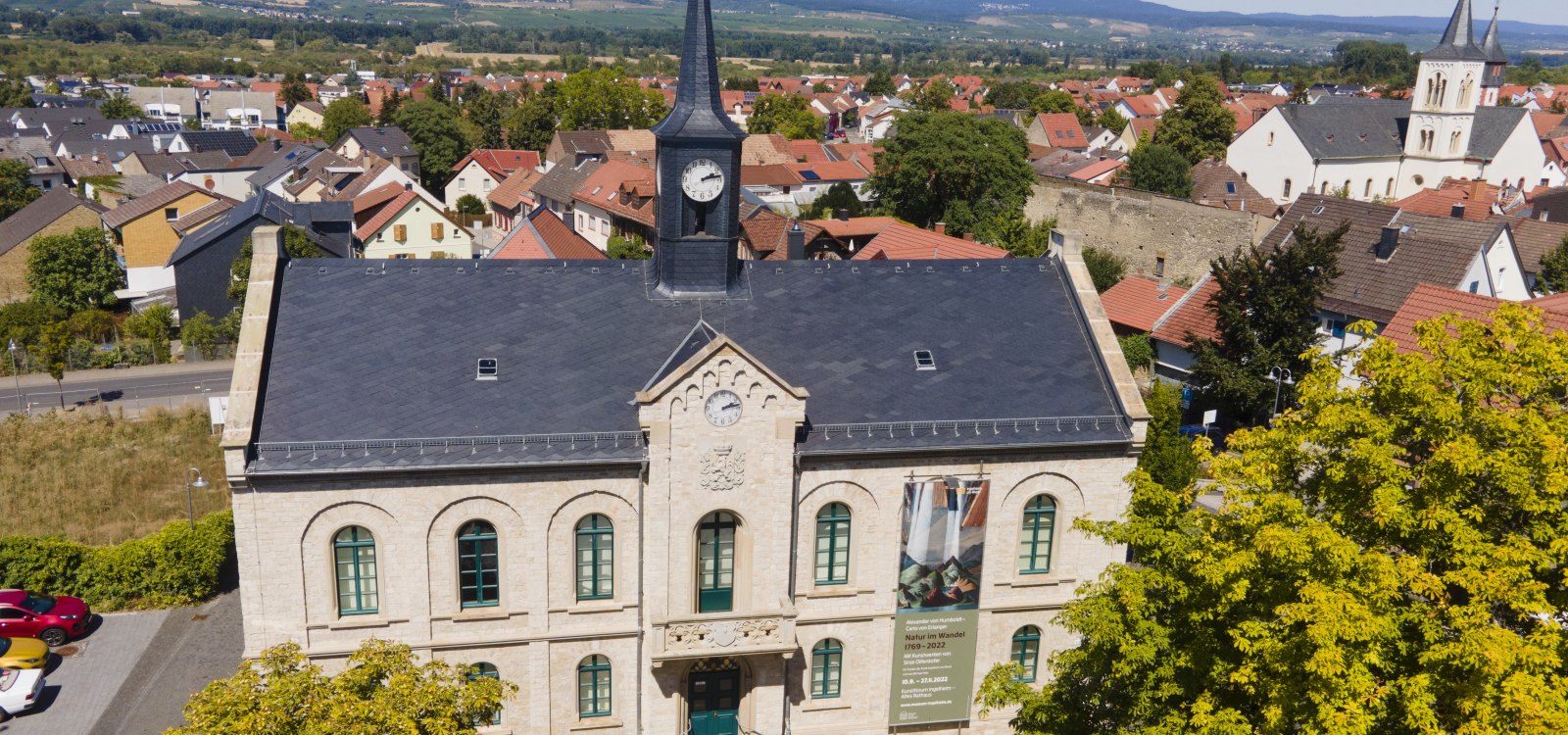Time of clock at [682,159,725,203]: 2:13
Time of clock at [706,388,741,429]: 2:13
